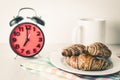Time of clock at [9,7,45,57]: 7:00
